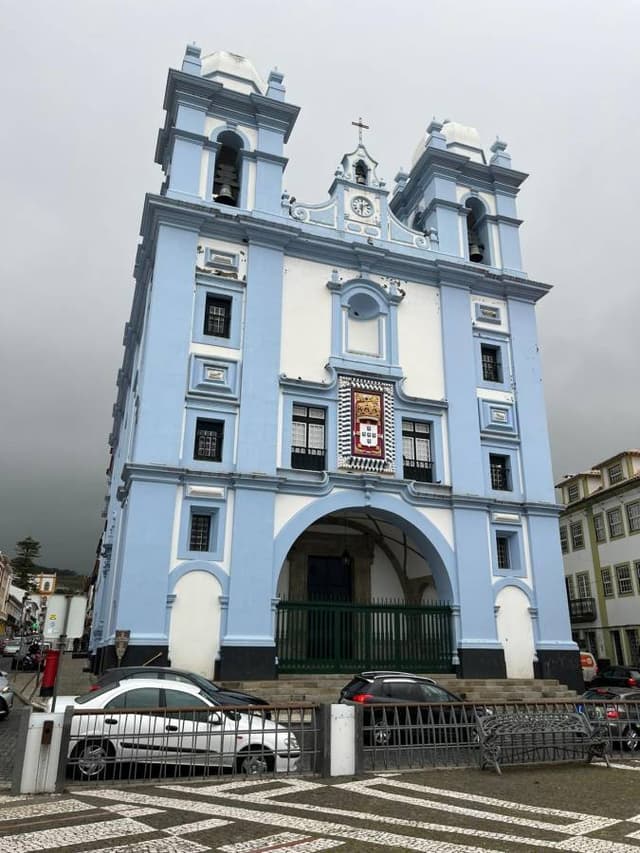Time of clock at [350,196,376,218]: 6:10
